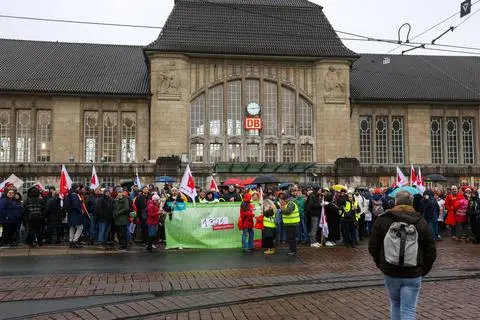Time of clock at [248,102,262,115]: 9:14
